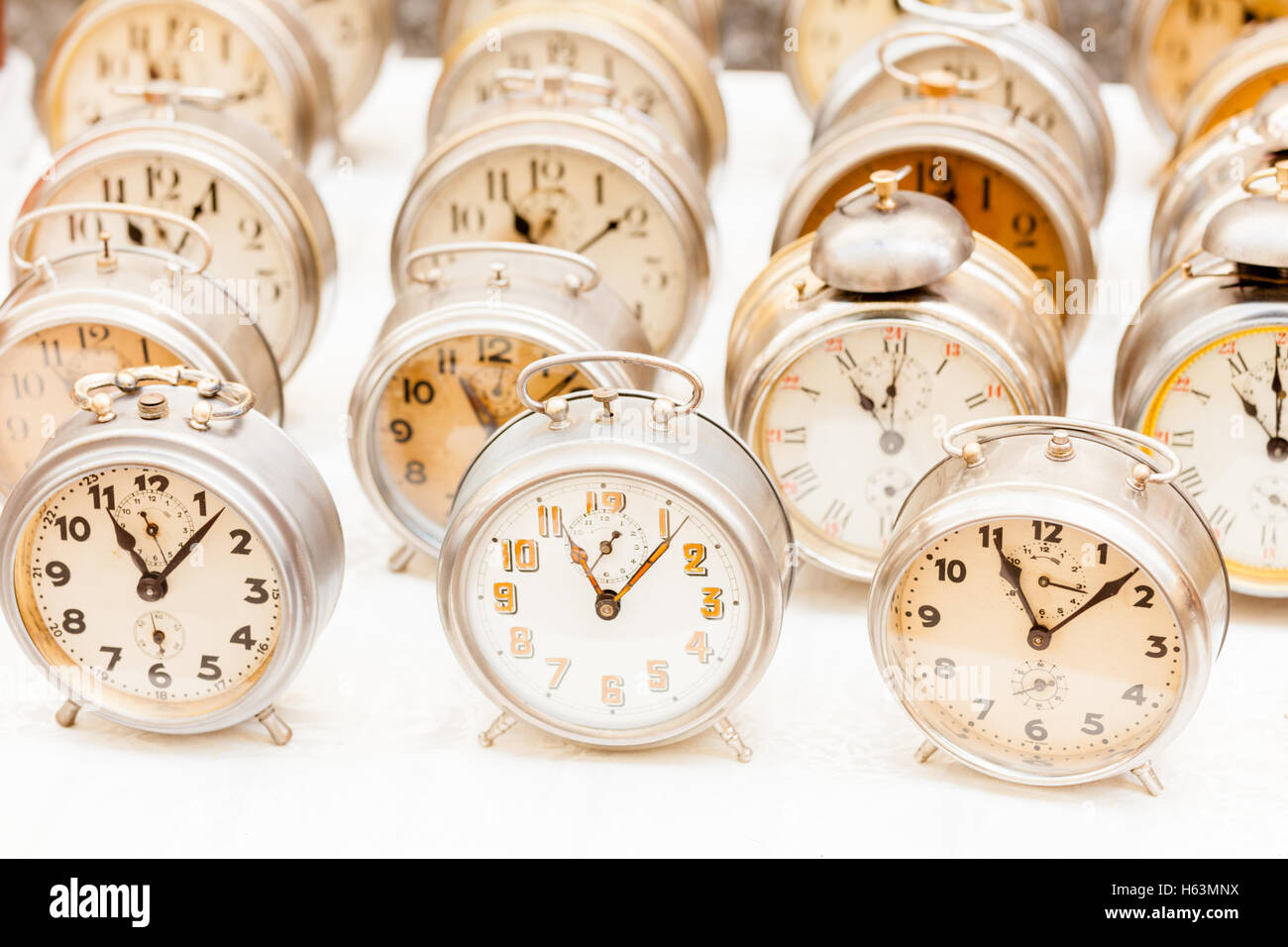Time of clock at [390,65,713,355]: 11:08
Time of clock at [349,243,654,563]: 11:07
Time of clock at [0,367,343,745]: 11:07
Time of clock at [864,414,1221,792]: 11:07
